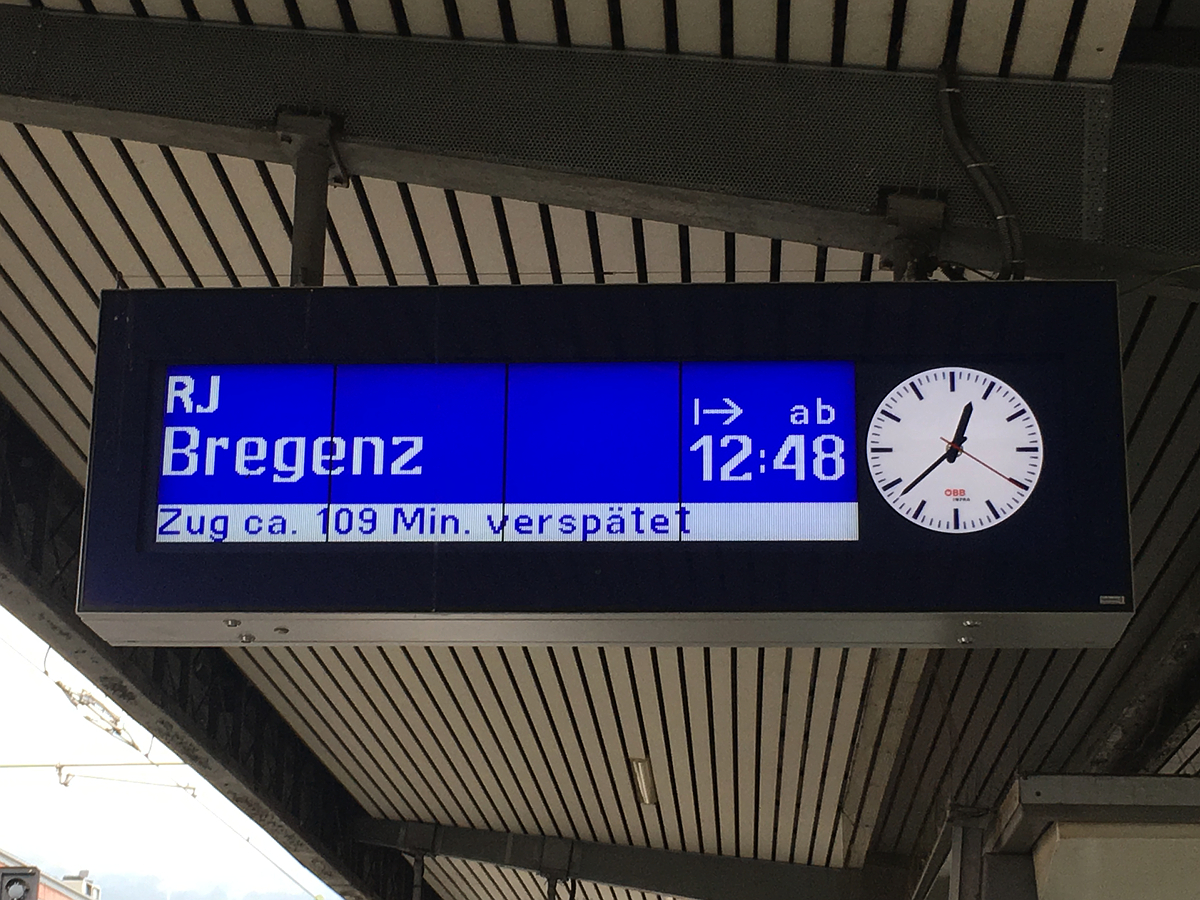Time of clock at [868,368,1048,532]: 12:38
